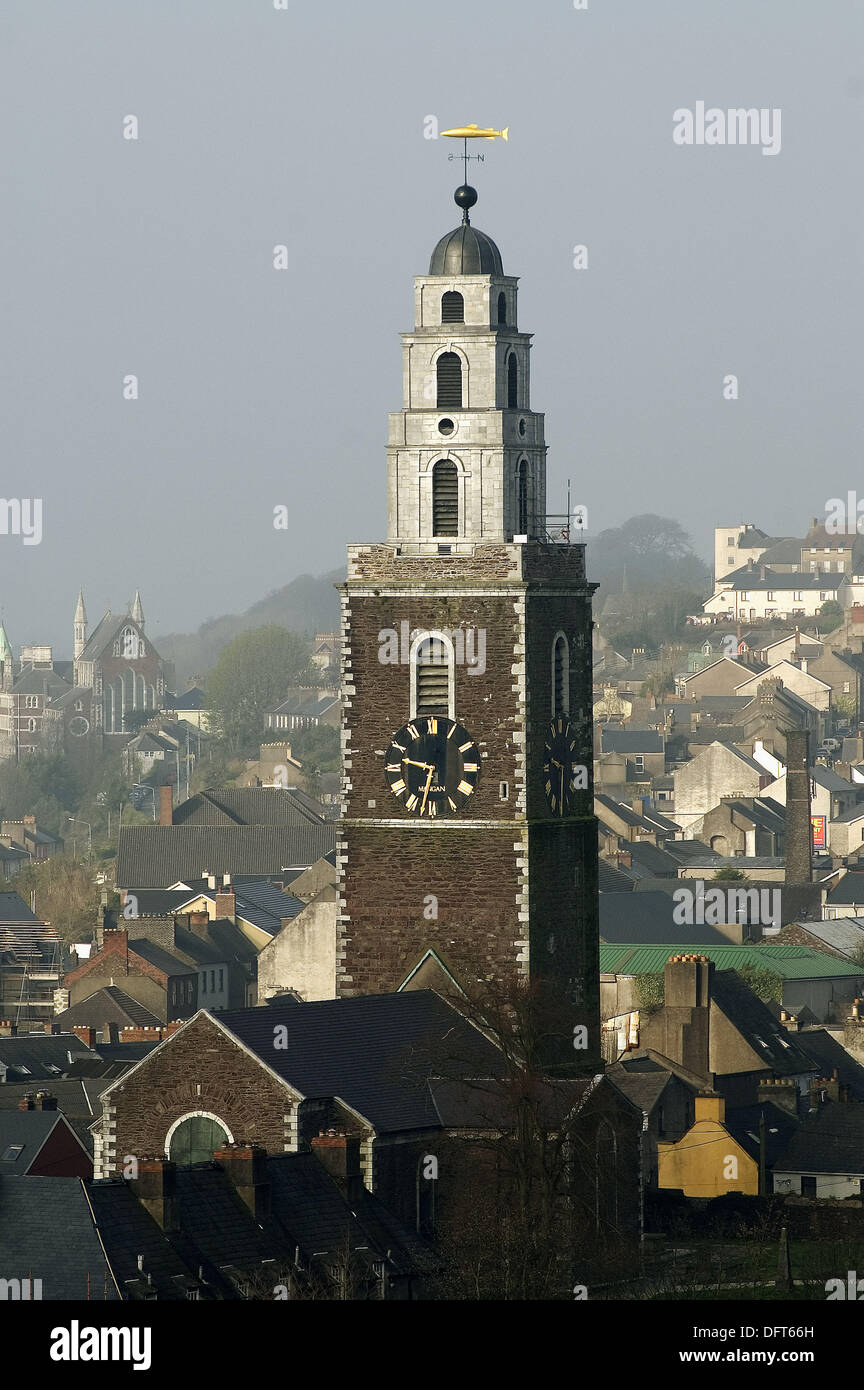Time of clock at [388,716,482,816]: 9:32
